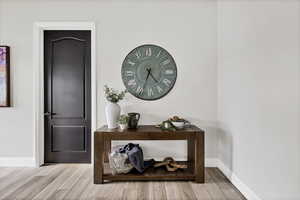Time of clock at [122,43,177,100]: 4:34
